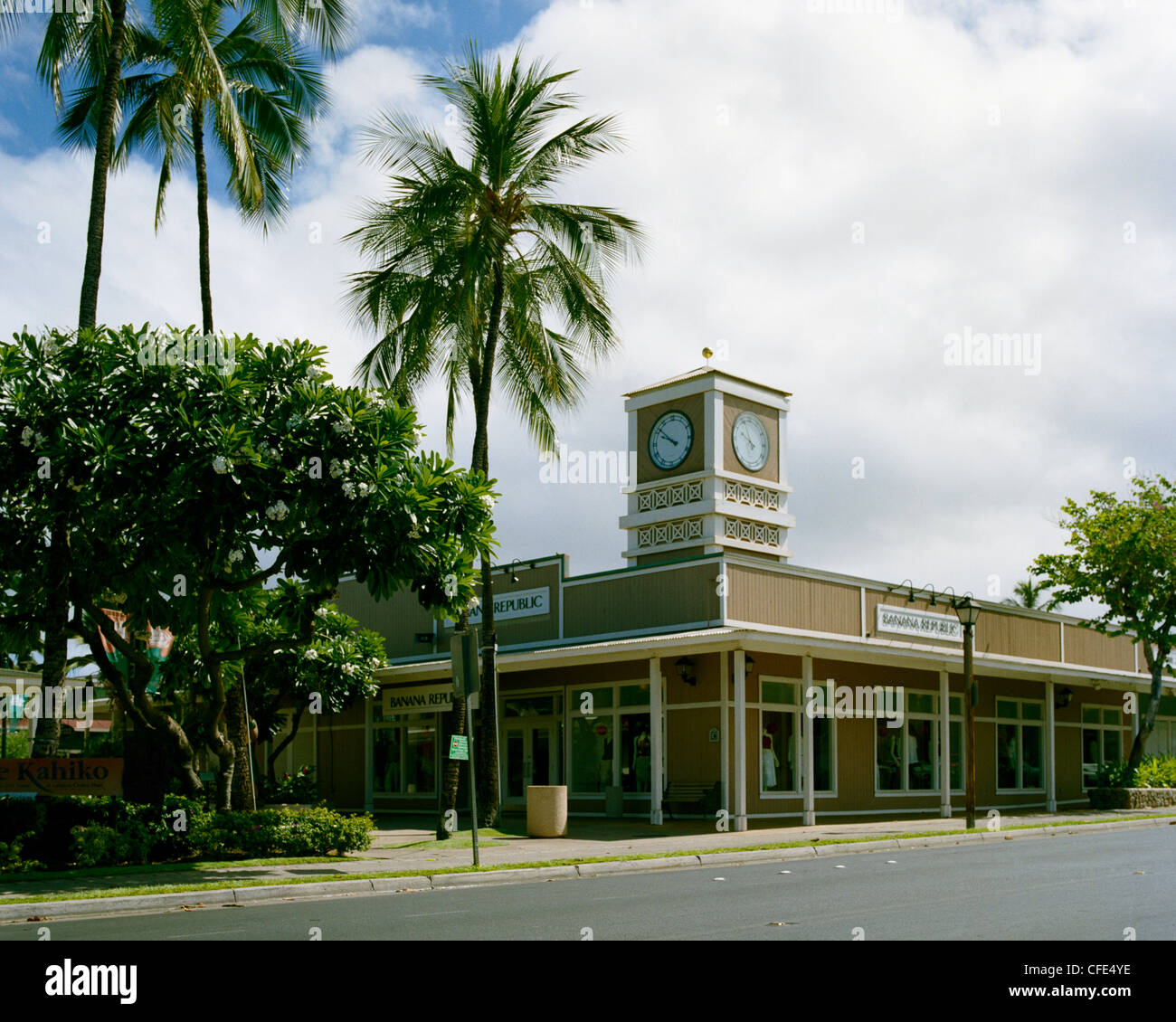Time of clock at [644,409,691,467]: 9:51
